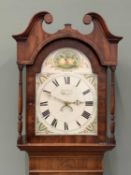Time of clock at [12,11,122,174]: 2:48
